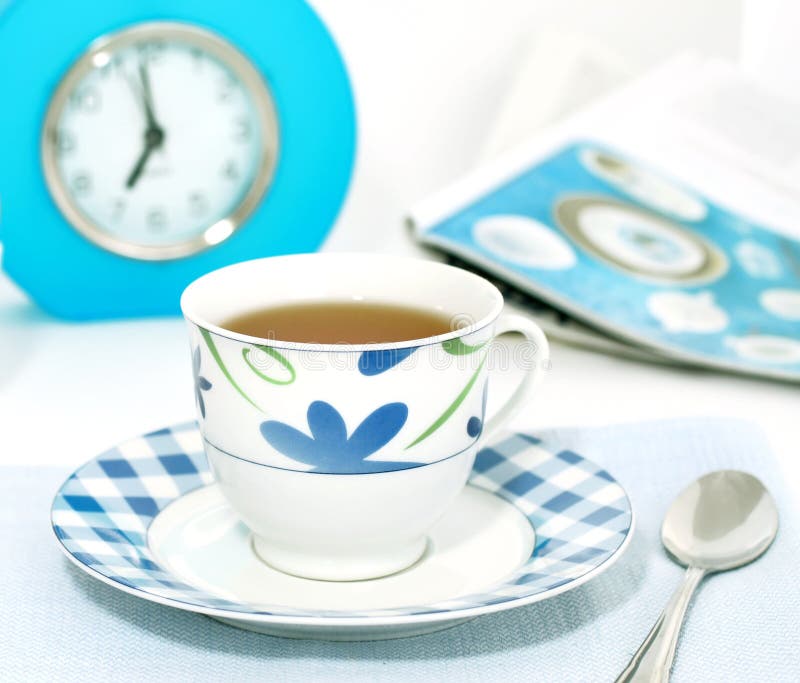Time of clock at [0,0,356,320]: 6:58
